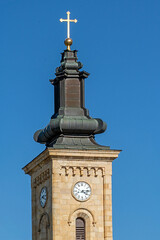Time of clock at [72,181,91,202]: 4:13
